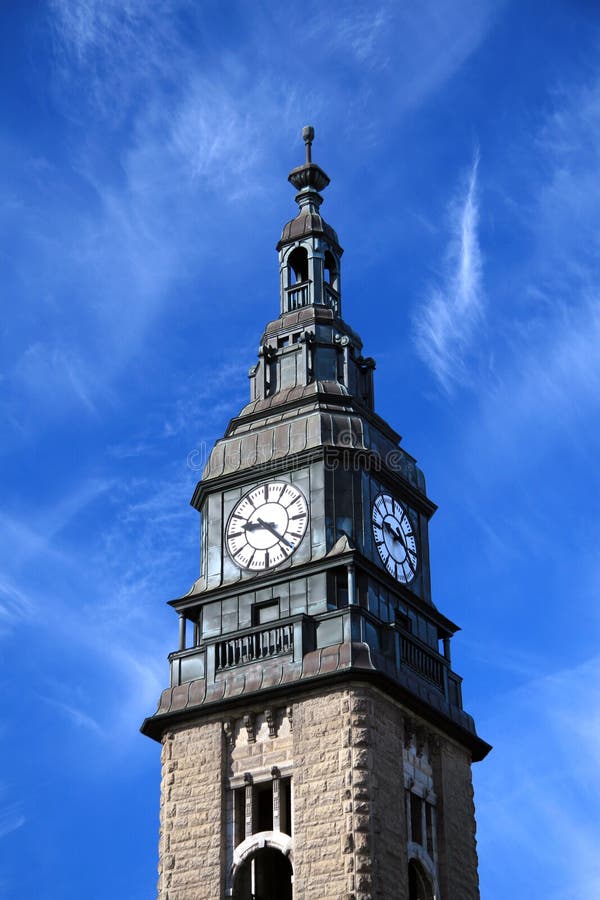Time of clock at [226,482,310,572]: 9:22
